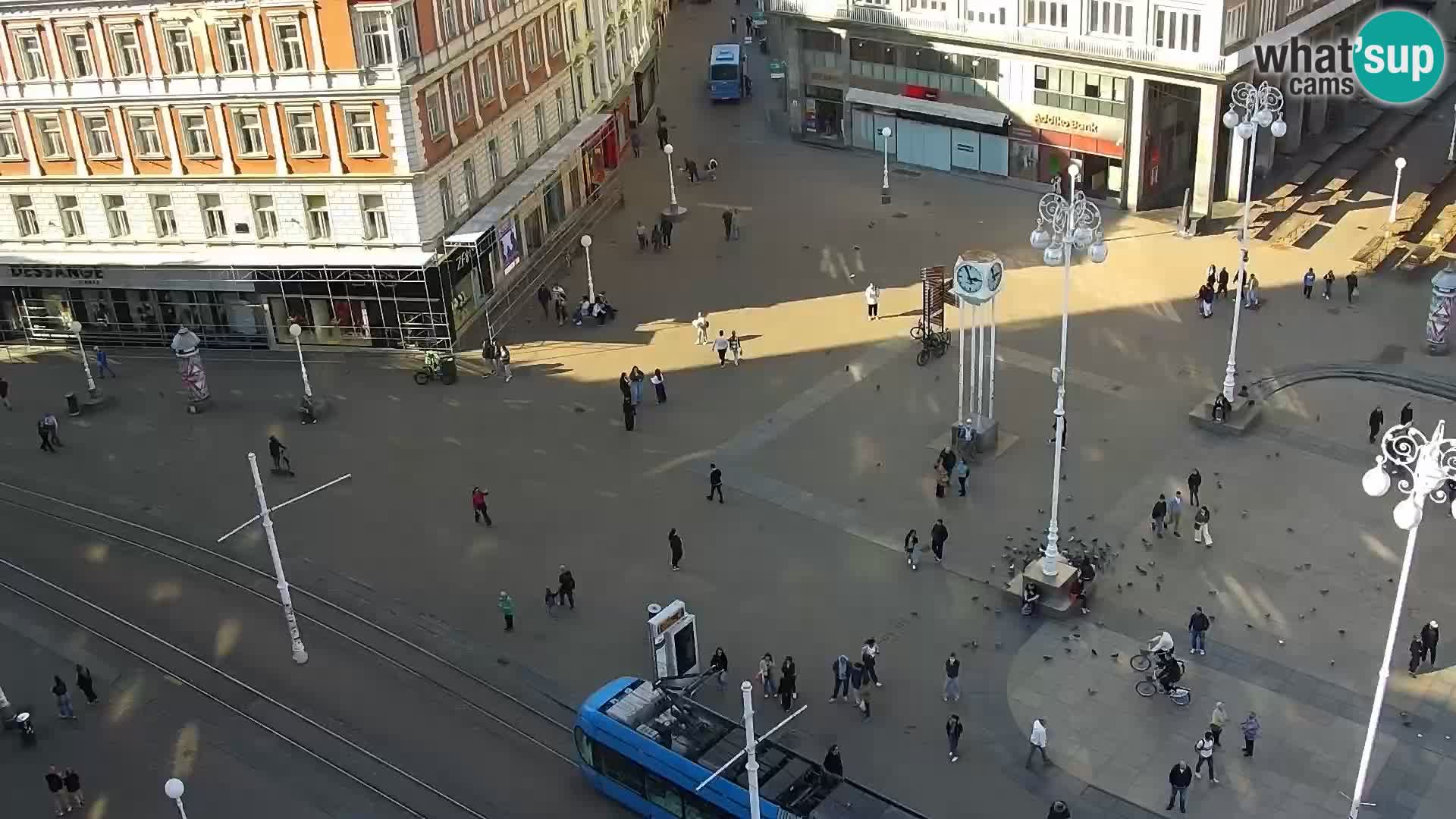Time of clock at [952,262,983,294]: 2:56
